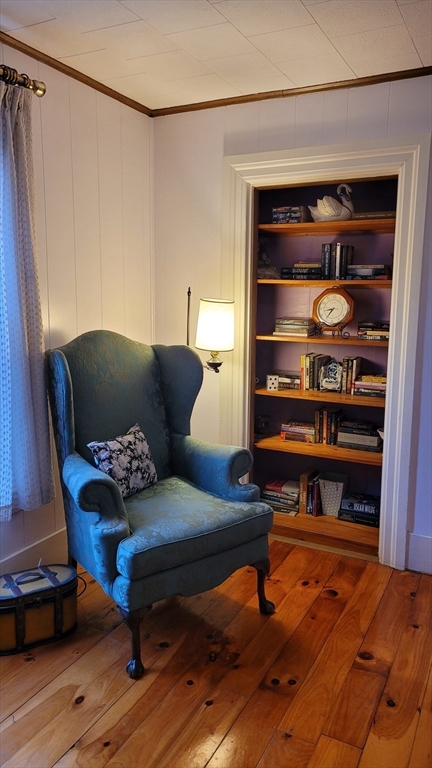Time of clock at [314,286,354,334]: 8:35
